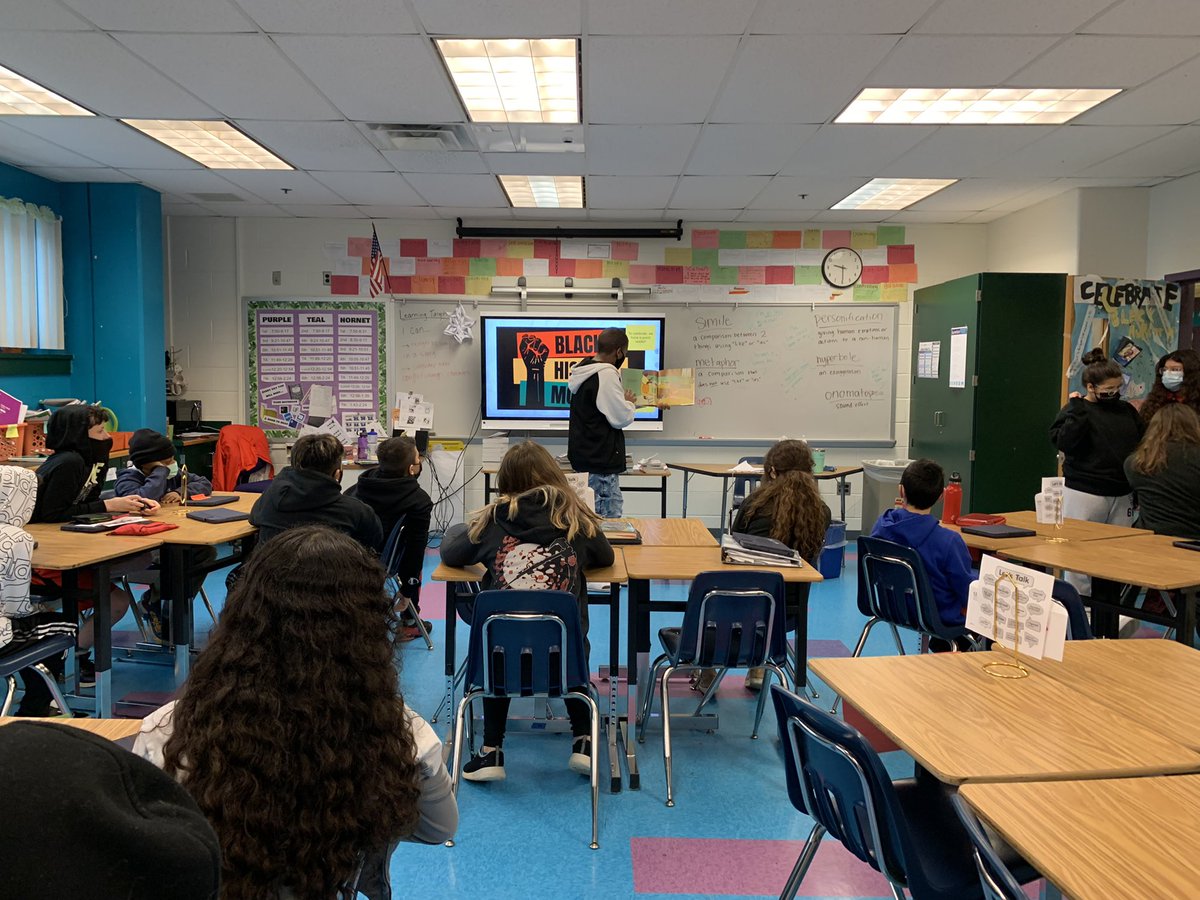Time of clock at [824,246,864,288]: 9:30
